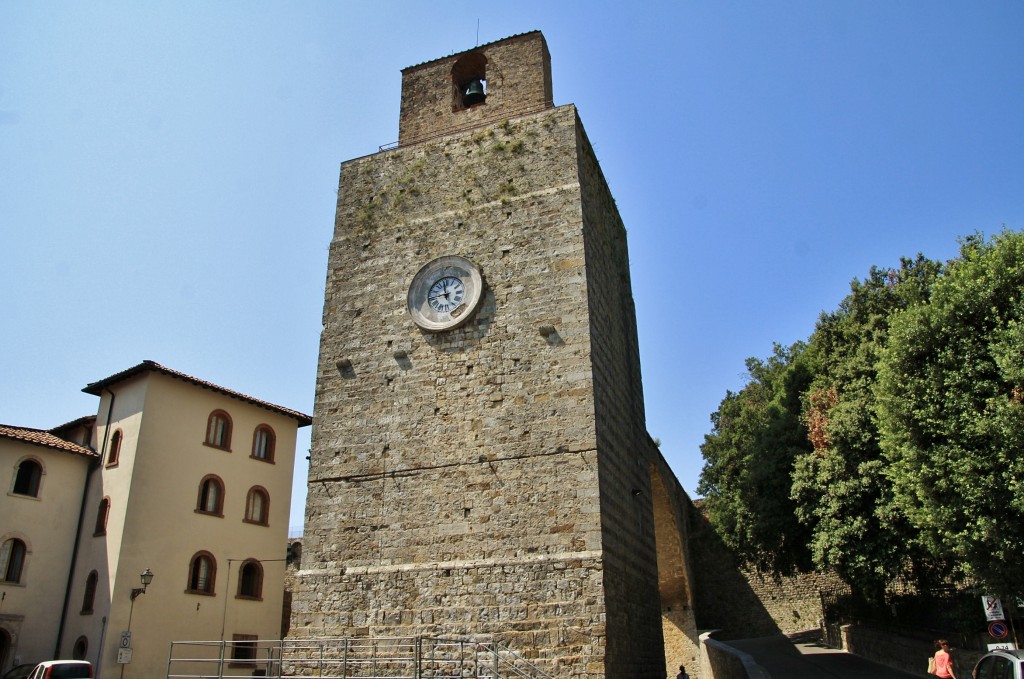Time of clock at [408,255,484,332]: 11:42
